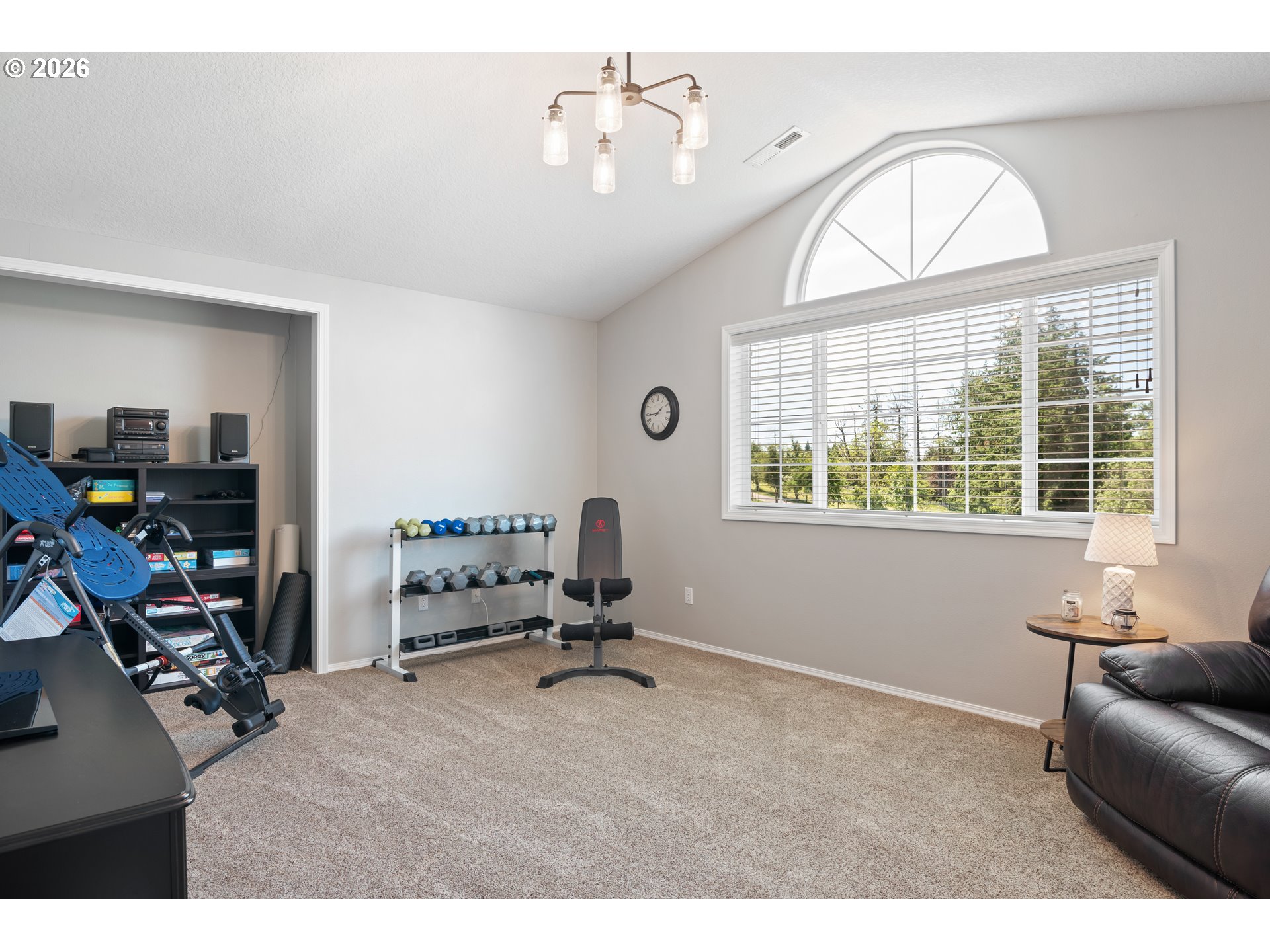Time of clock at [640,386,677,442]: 1:43
